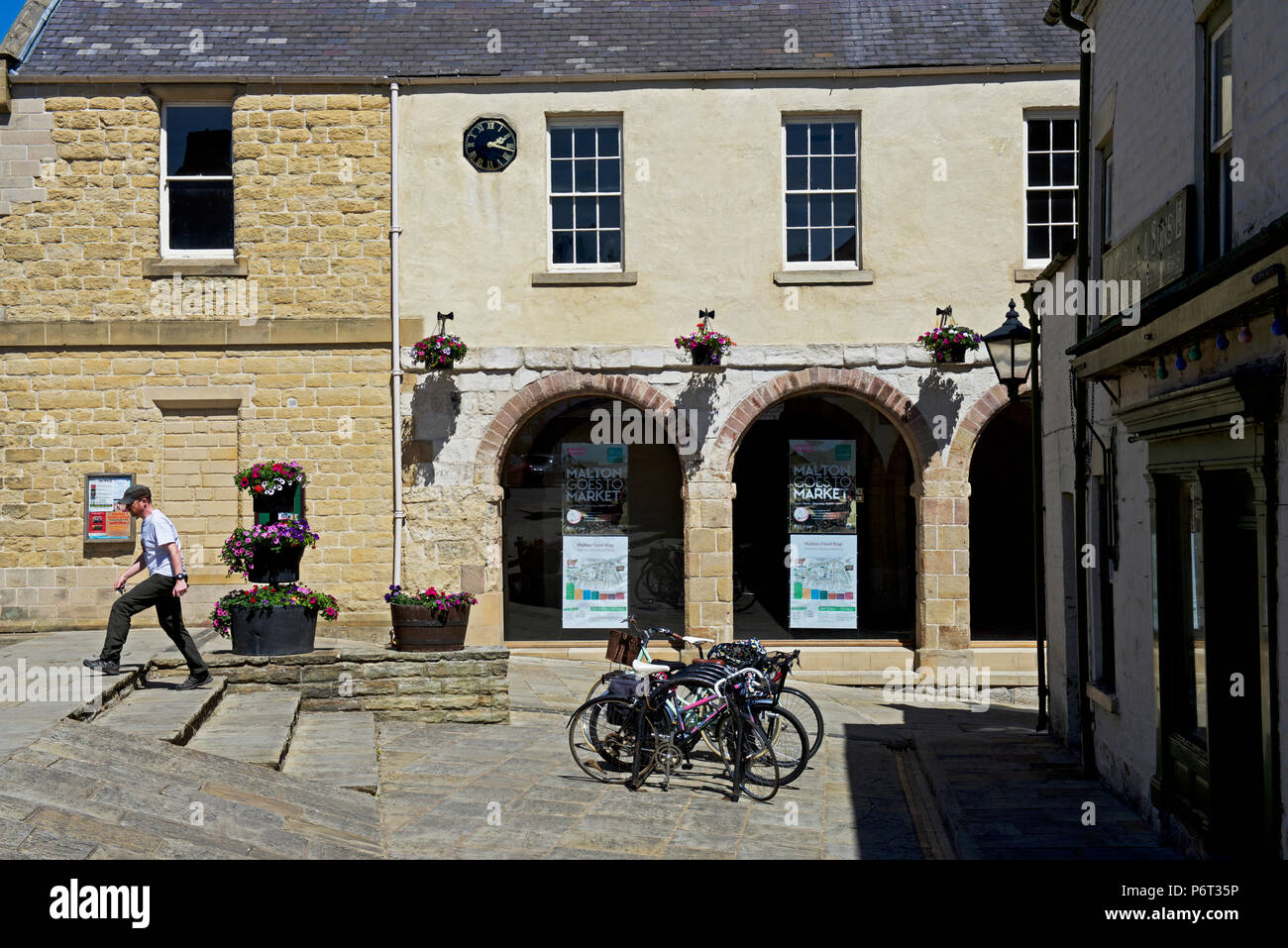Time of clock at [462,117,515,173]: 2:17
